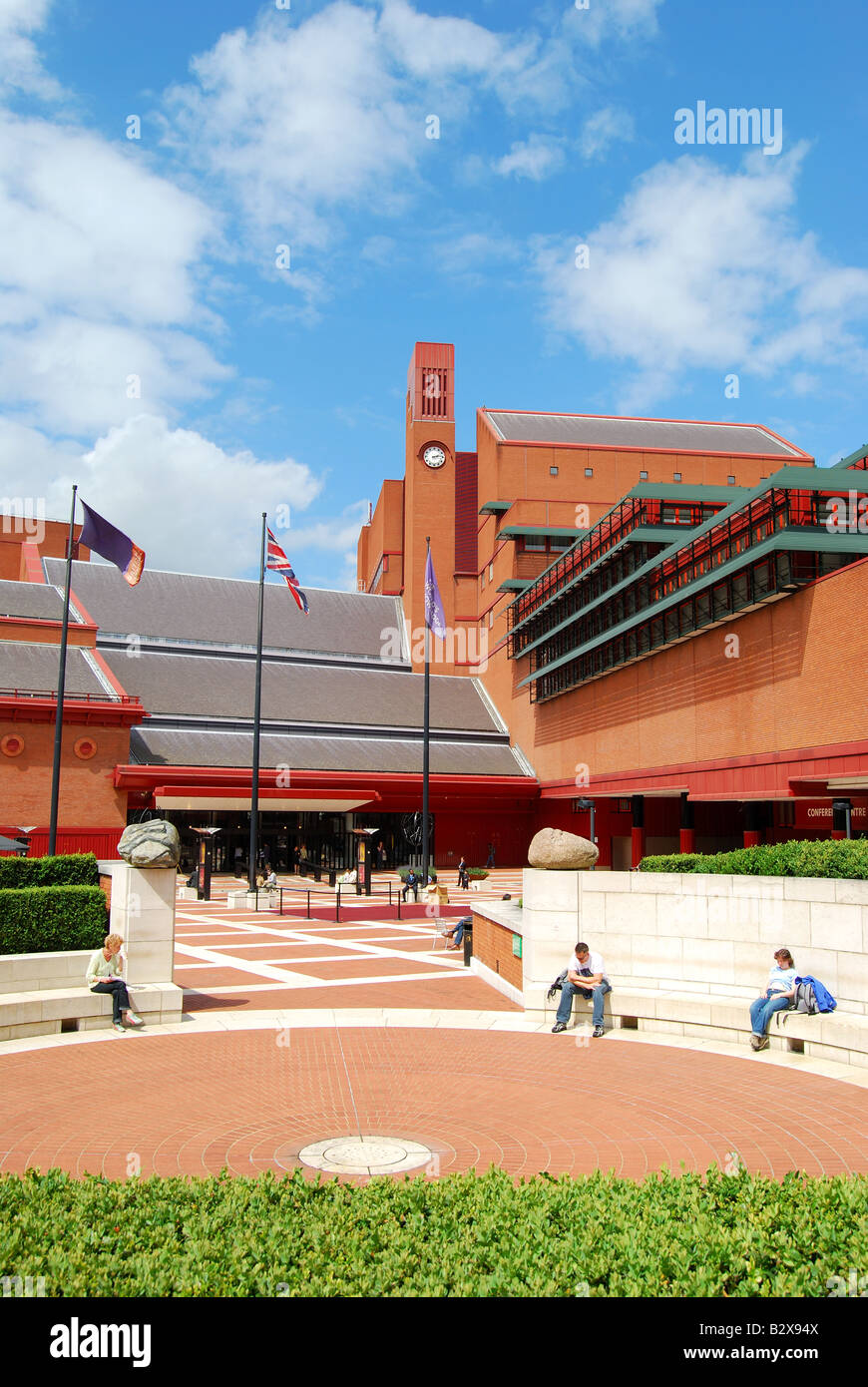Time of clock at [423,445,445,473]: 2:13
